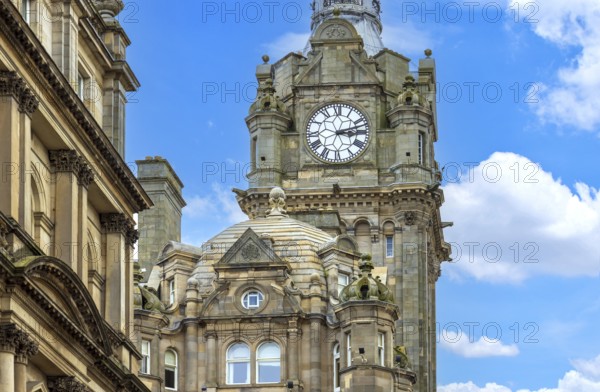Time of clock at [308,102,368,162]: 3:12
